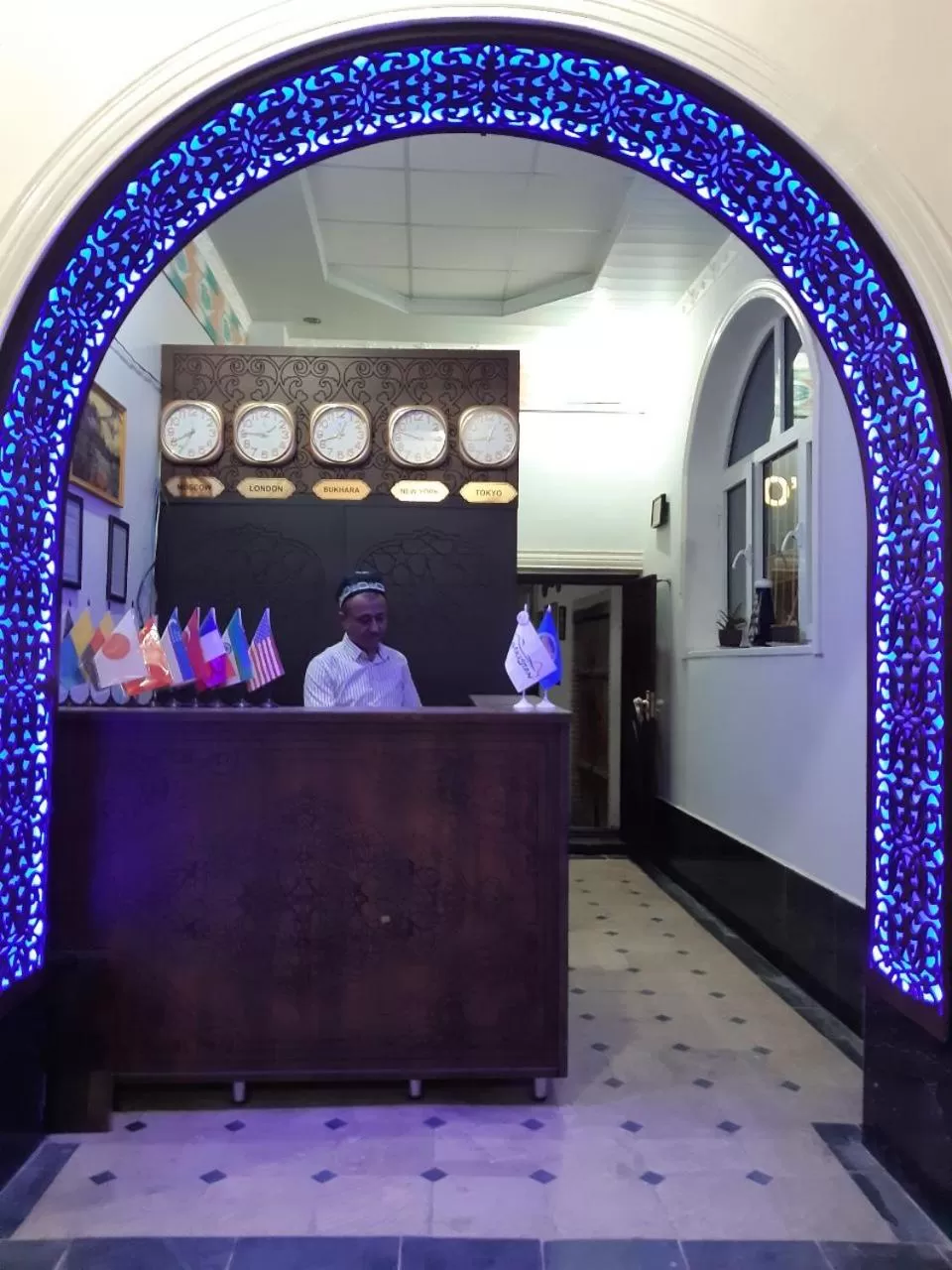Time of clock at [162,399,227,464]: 6:40
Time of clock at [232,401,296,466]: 1:45
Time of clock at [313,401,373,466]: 12:41
